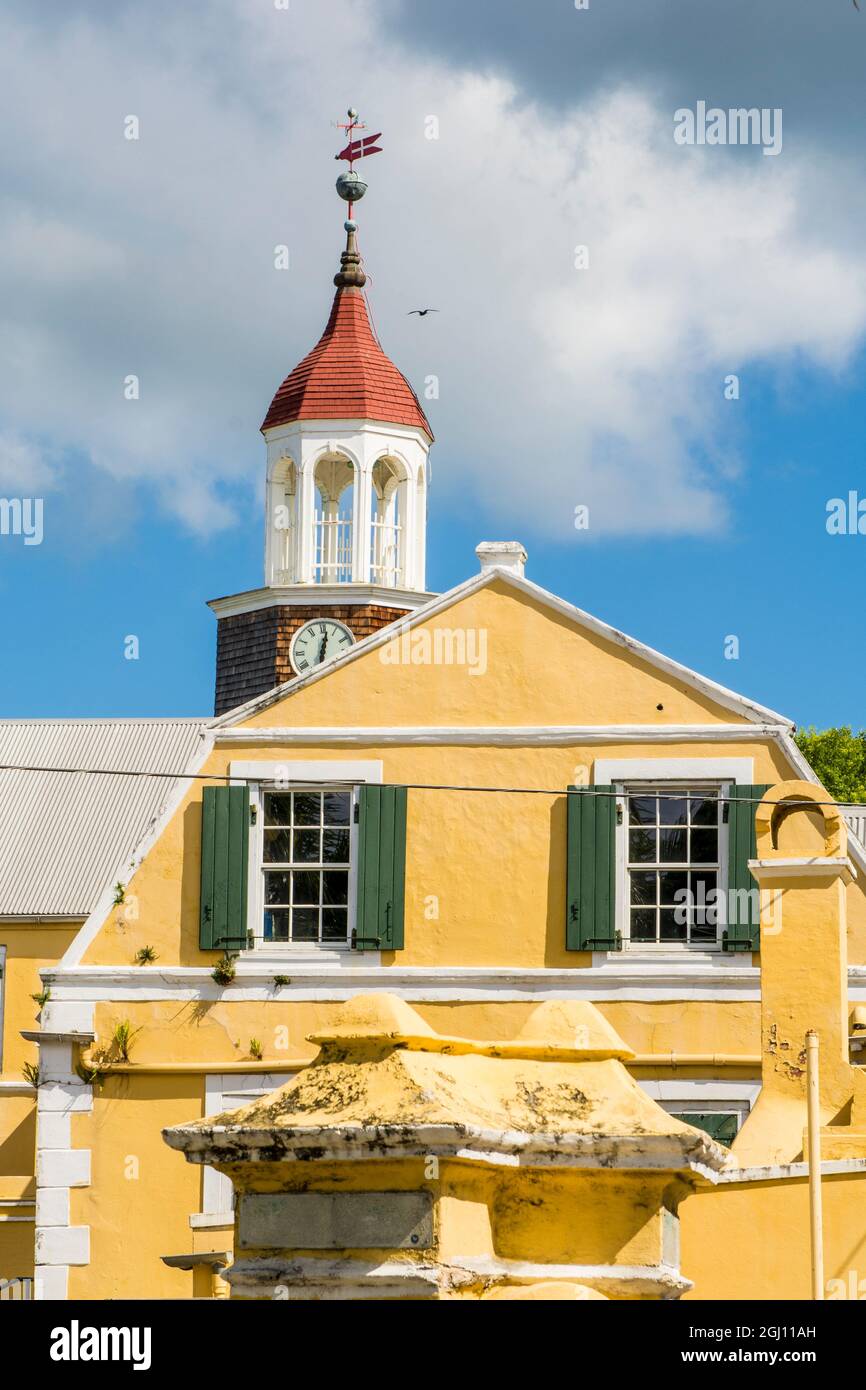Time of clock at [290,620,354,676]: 6:01
